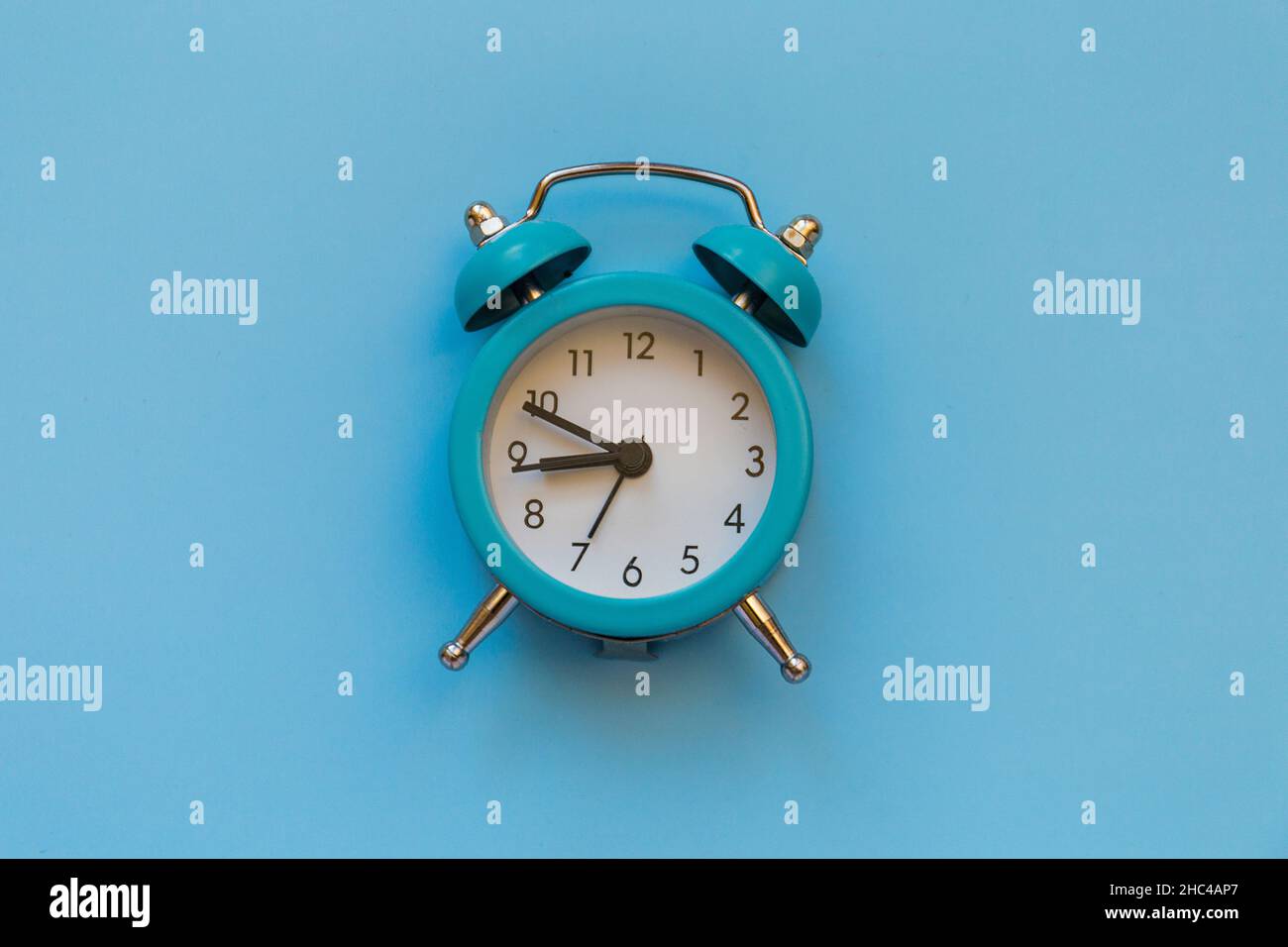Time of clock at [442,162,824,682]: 8:49
